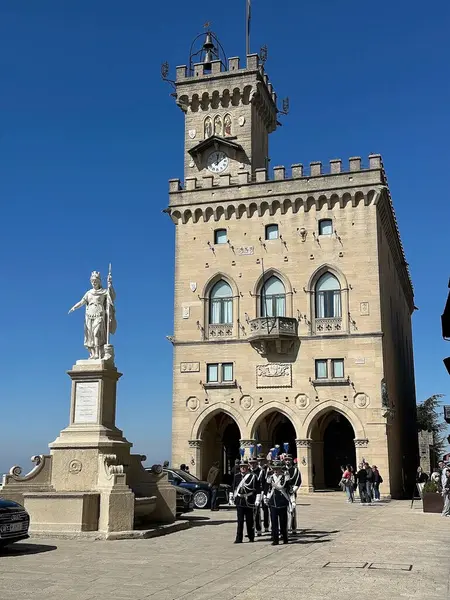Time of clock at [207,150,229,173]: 12:07
